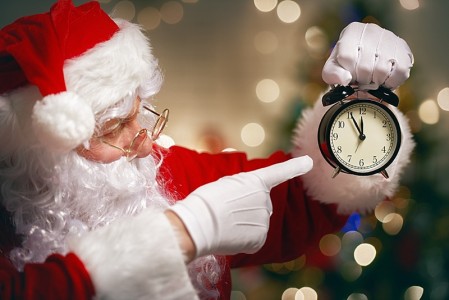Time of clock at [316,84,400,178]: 11:55
